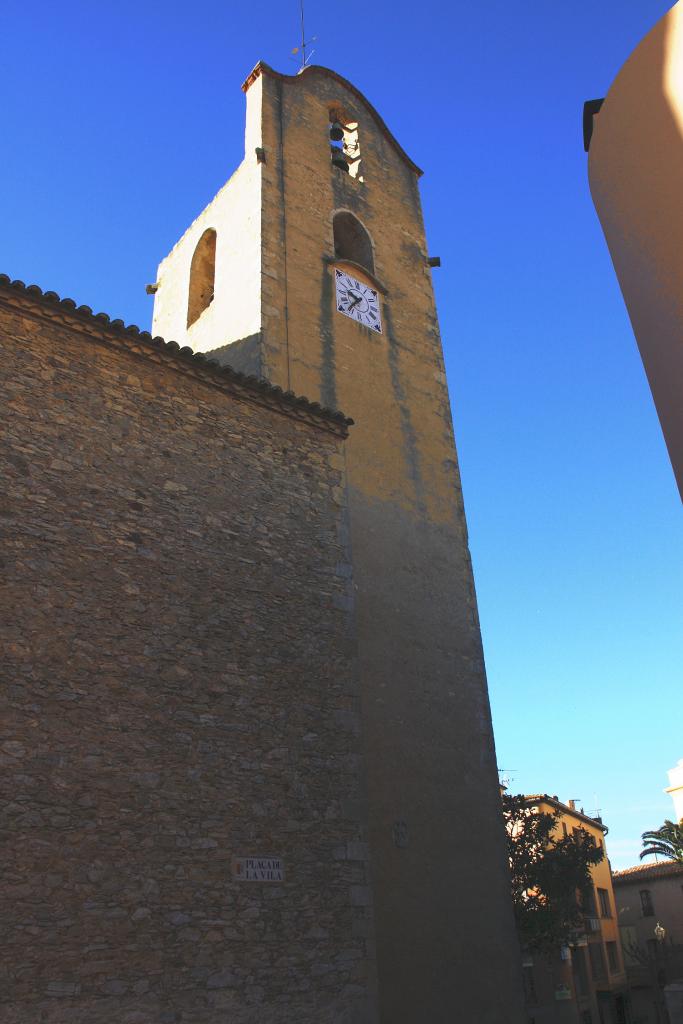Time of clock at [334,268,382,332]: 9:36
